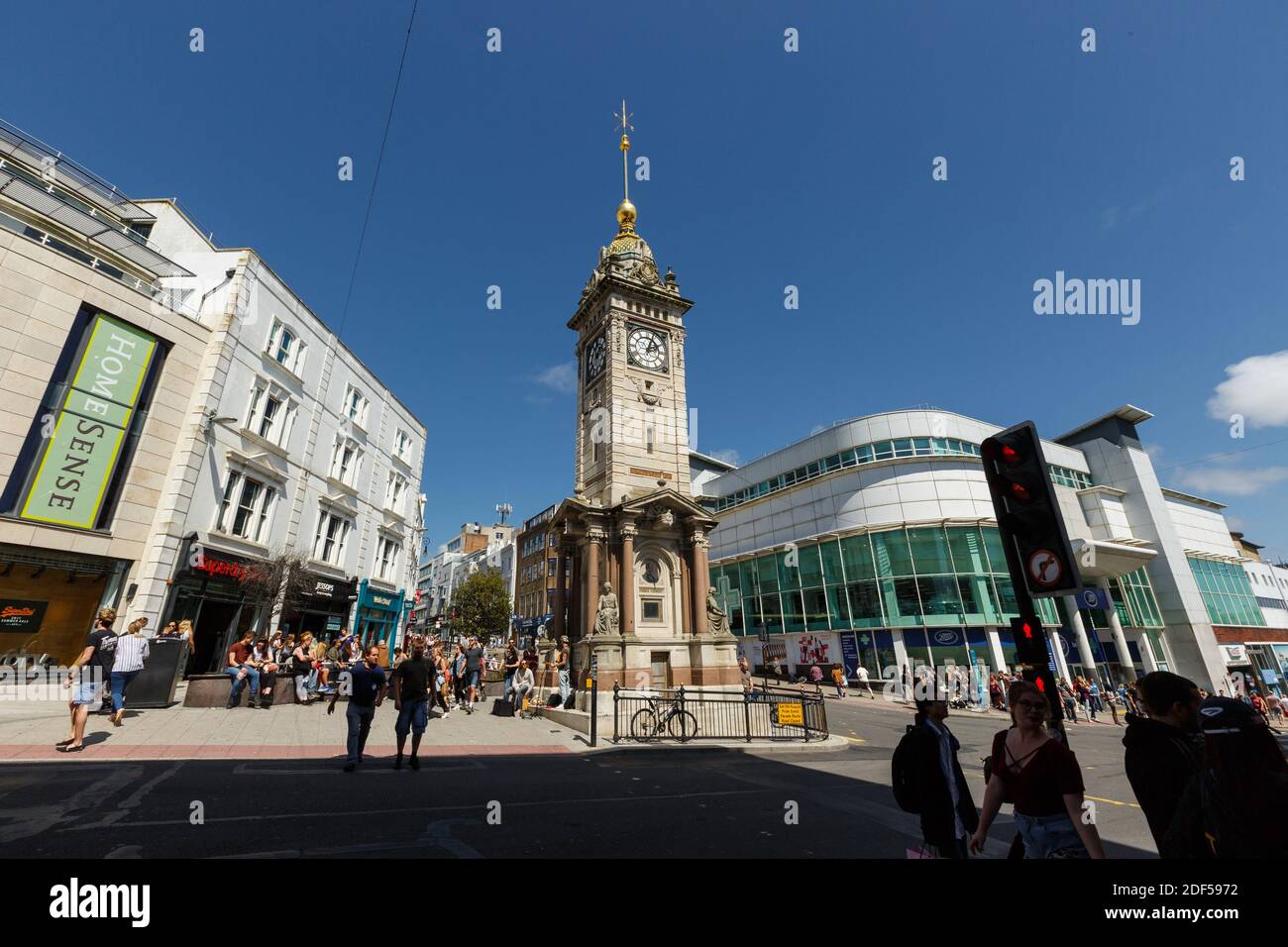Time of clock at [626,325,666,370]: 2:03
